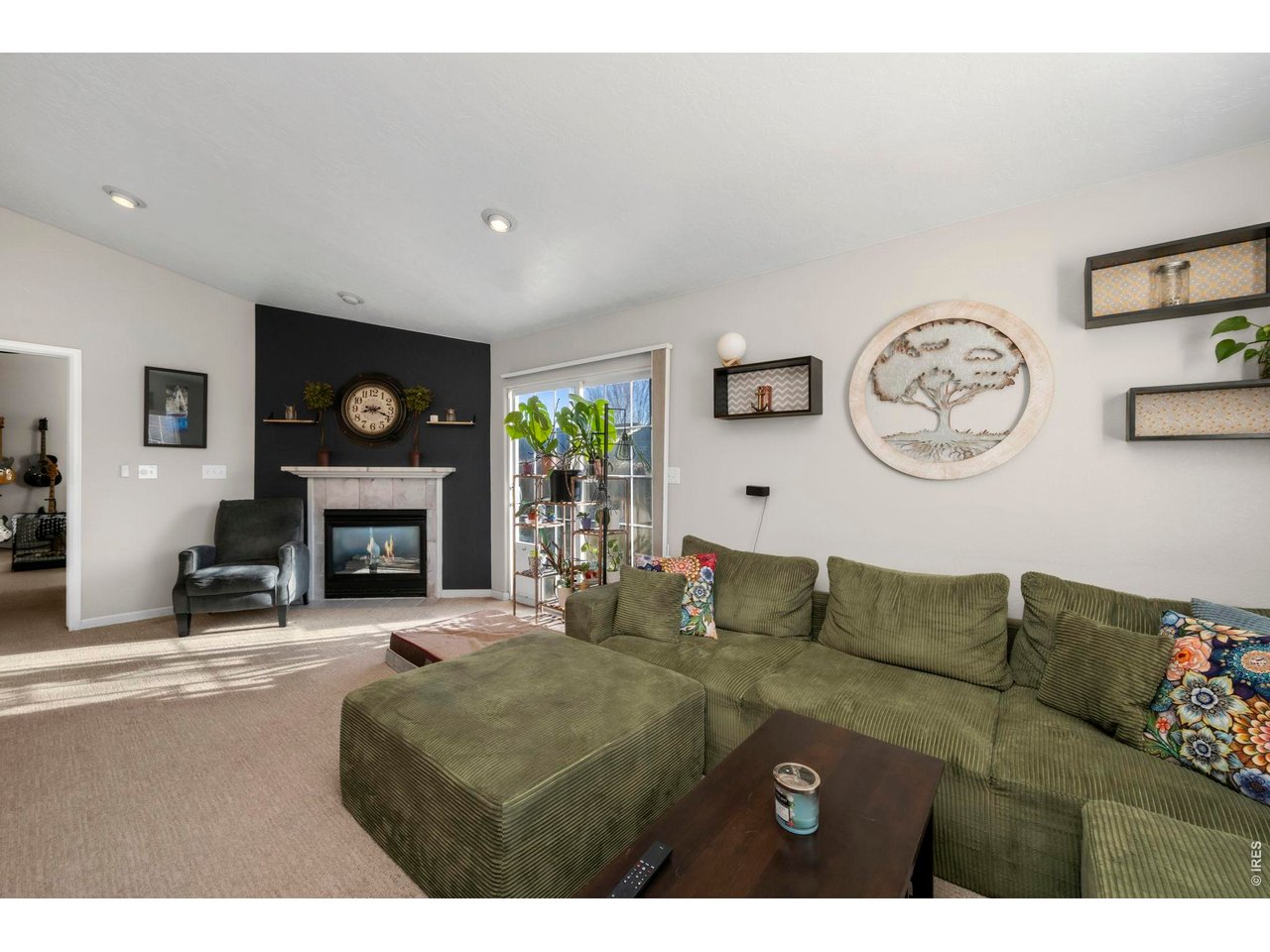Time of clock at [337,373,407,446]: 8:18
